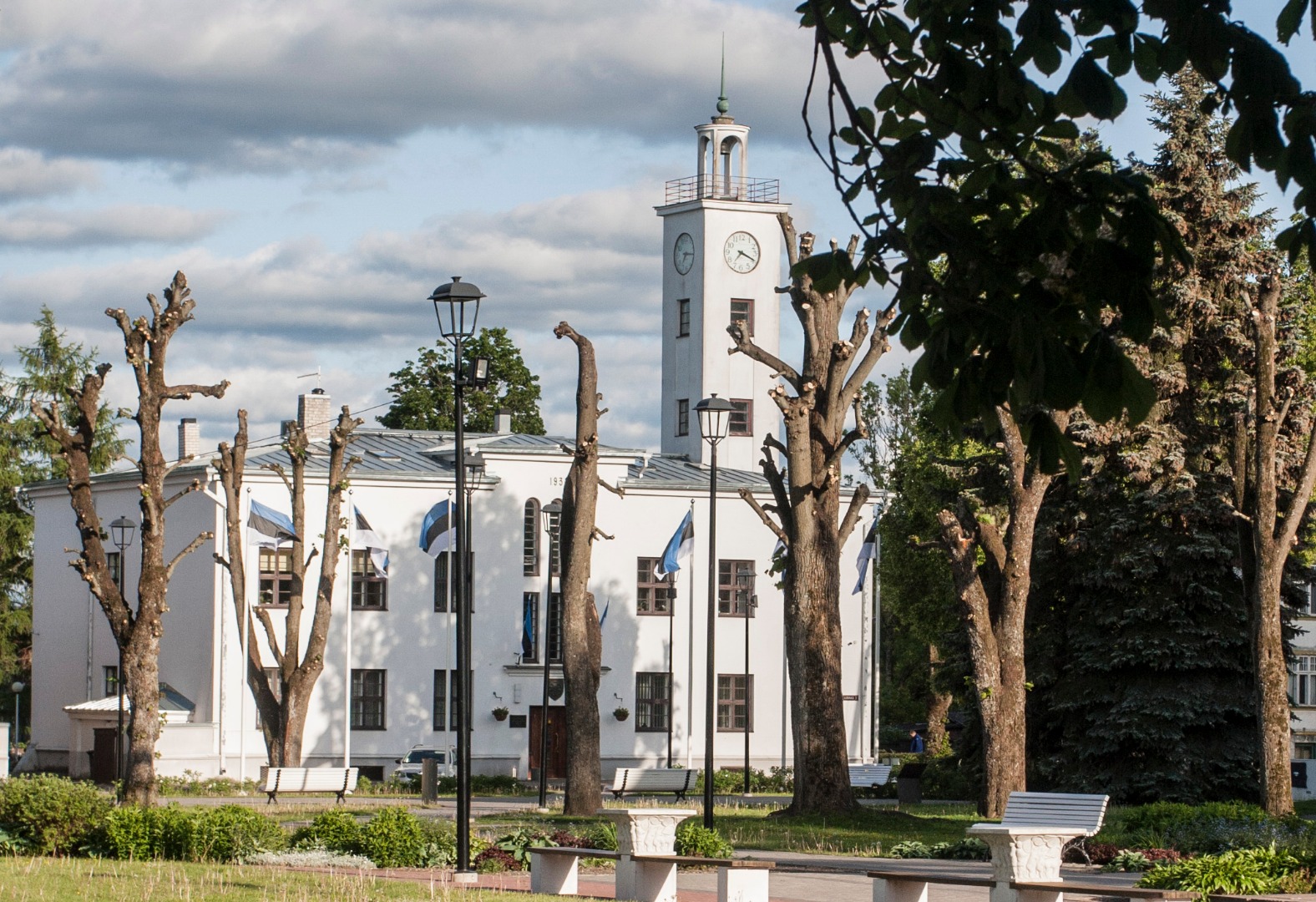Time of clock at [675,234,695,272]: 7:15
